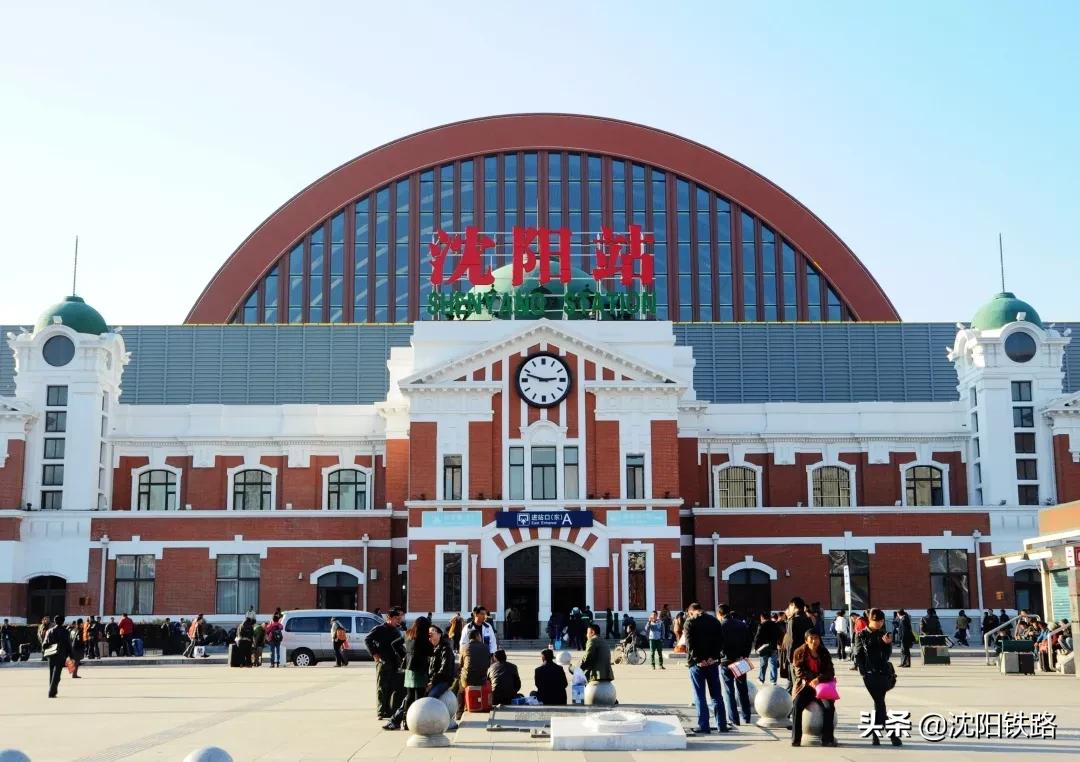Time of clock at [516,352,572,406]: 2:47
